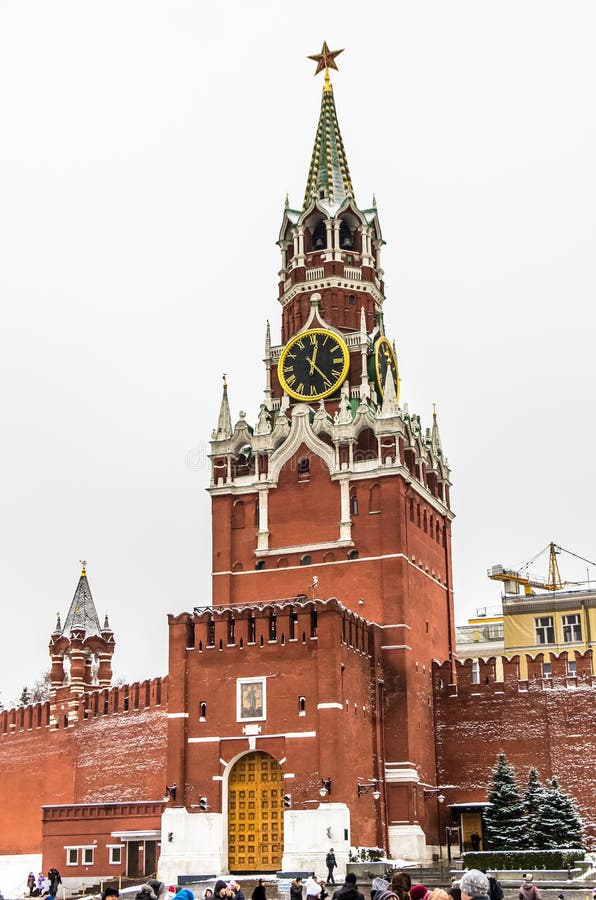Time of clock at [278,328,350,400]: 12:23
